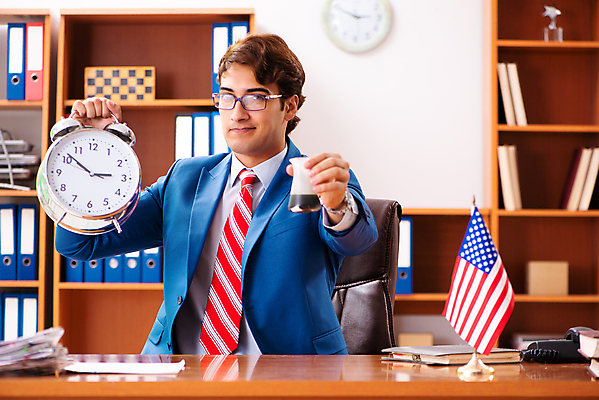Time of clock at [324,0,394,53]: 2:49
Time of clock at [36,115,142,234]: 2:51
